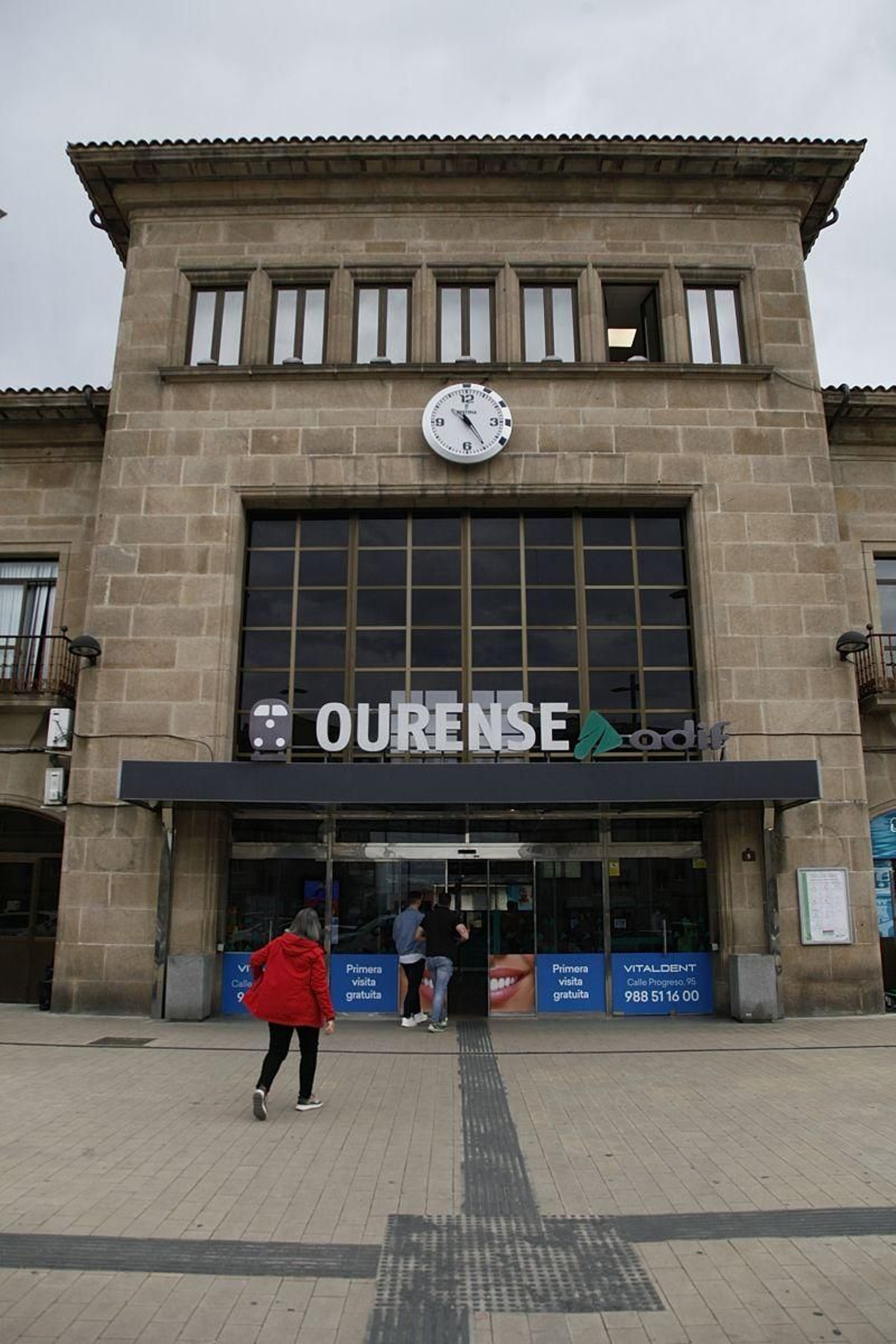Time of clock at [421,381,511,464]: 10:24
